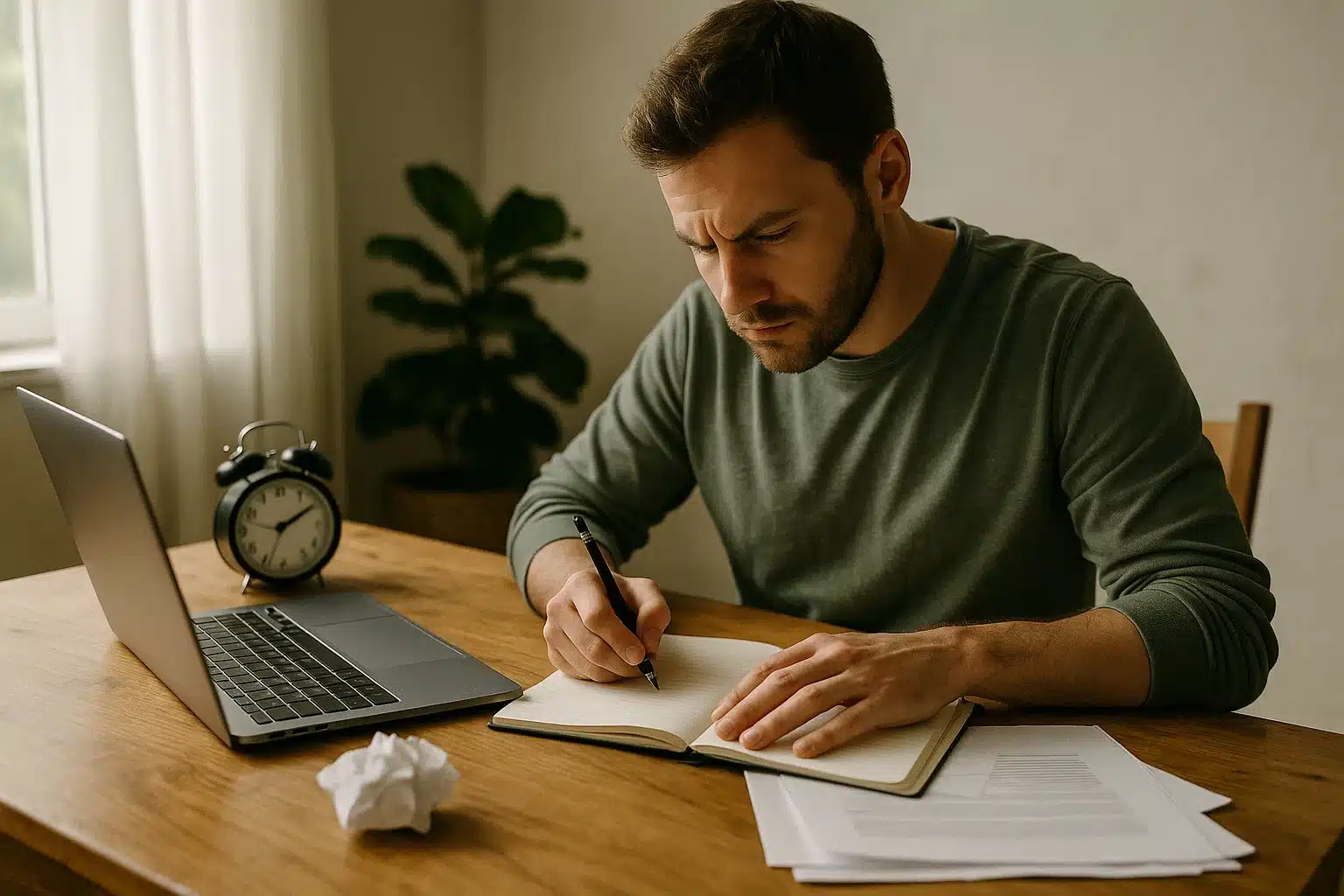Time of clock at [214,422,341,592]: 2:09
